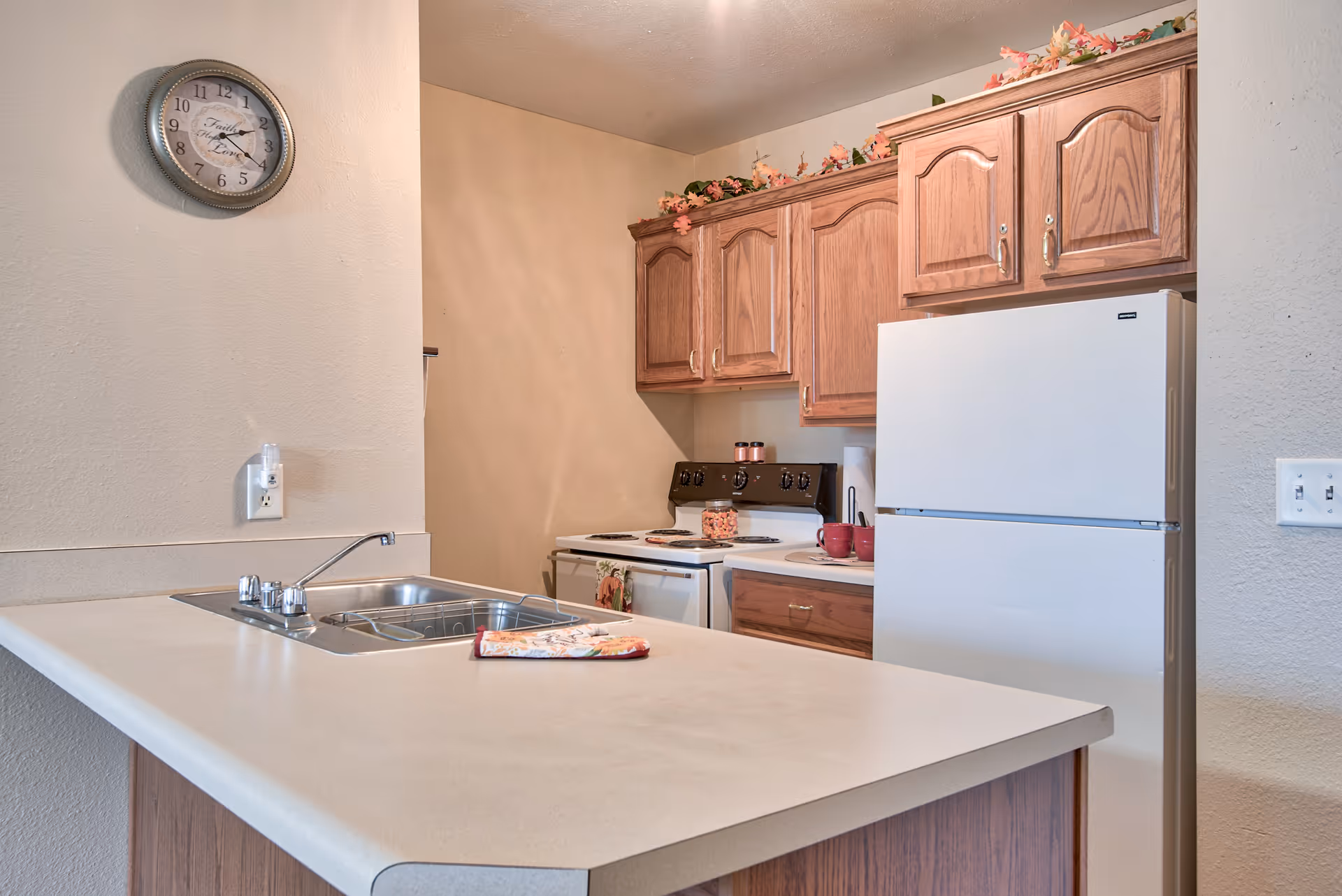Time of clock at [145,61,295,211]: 2:20
